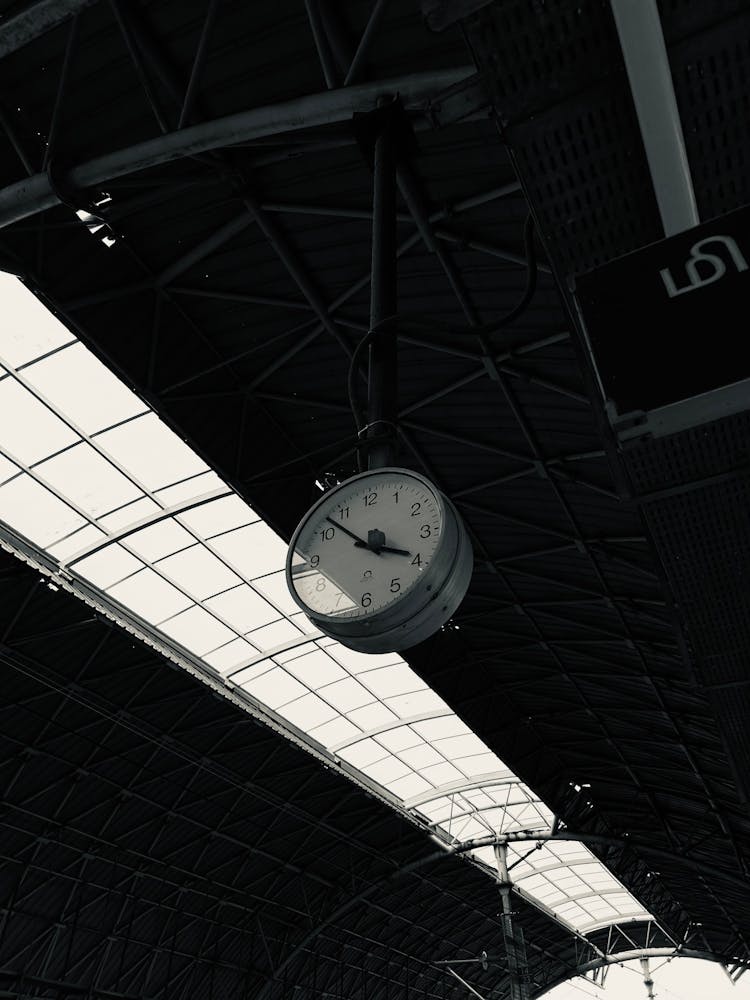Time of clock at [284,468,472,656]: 3:52
